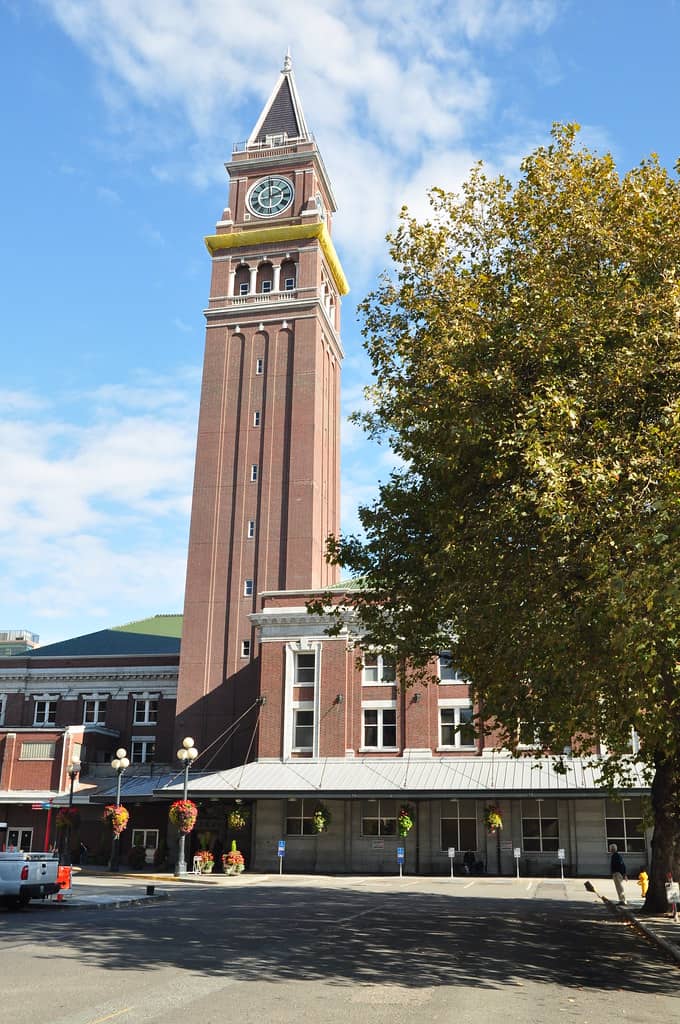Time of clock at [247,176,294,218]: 1:59
